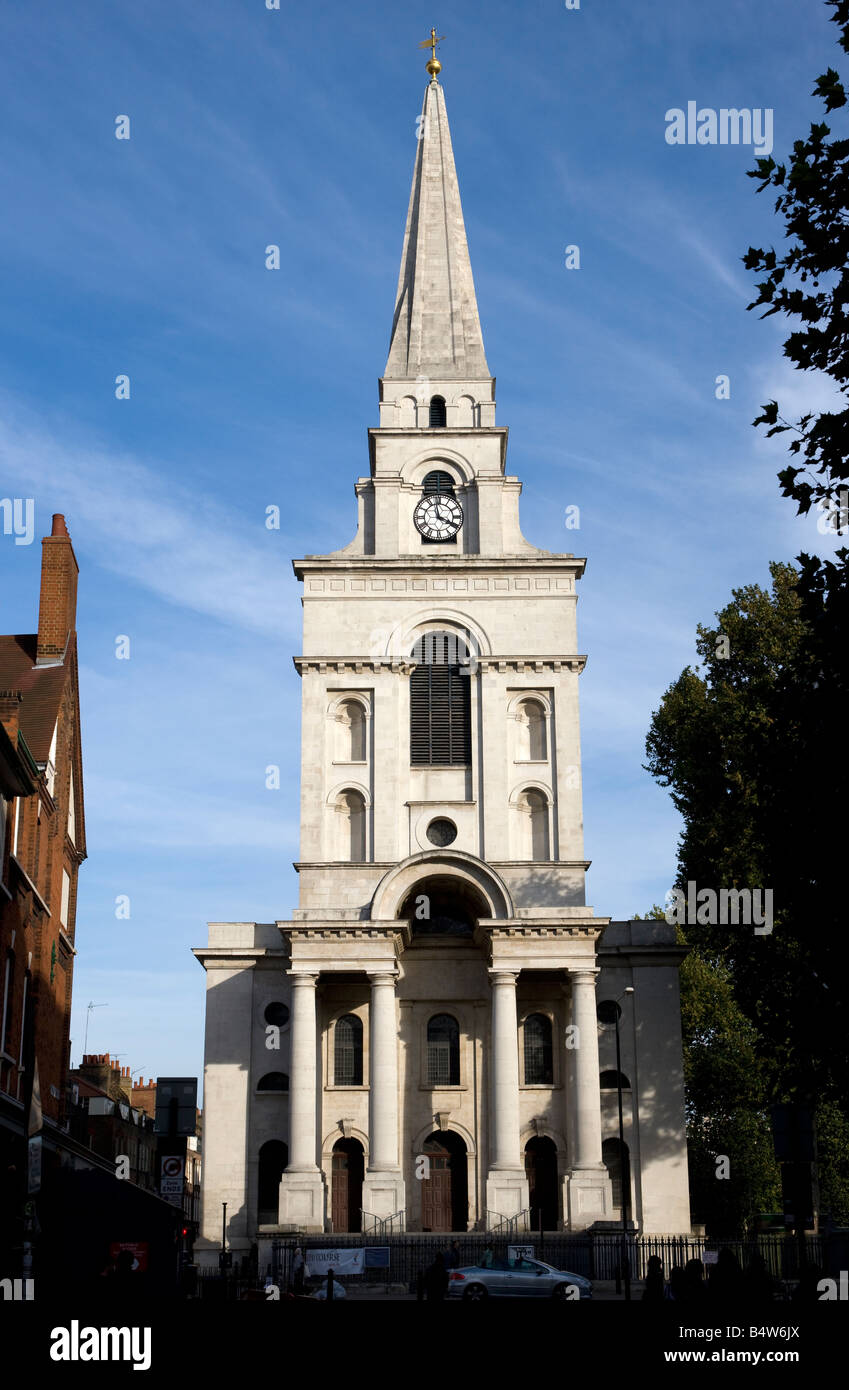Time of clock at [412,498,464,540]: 3:58
